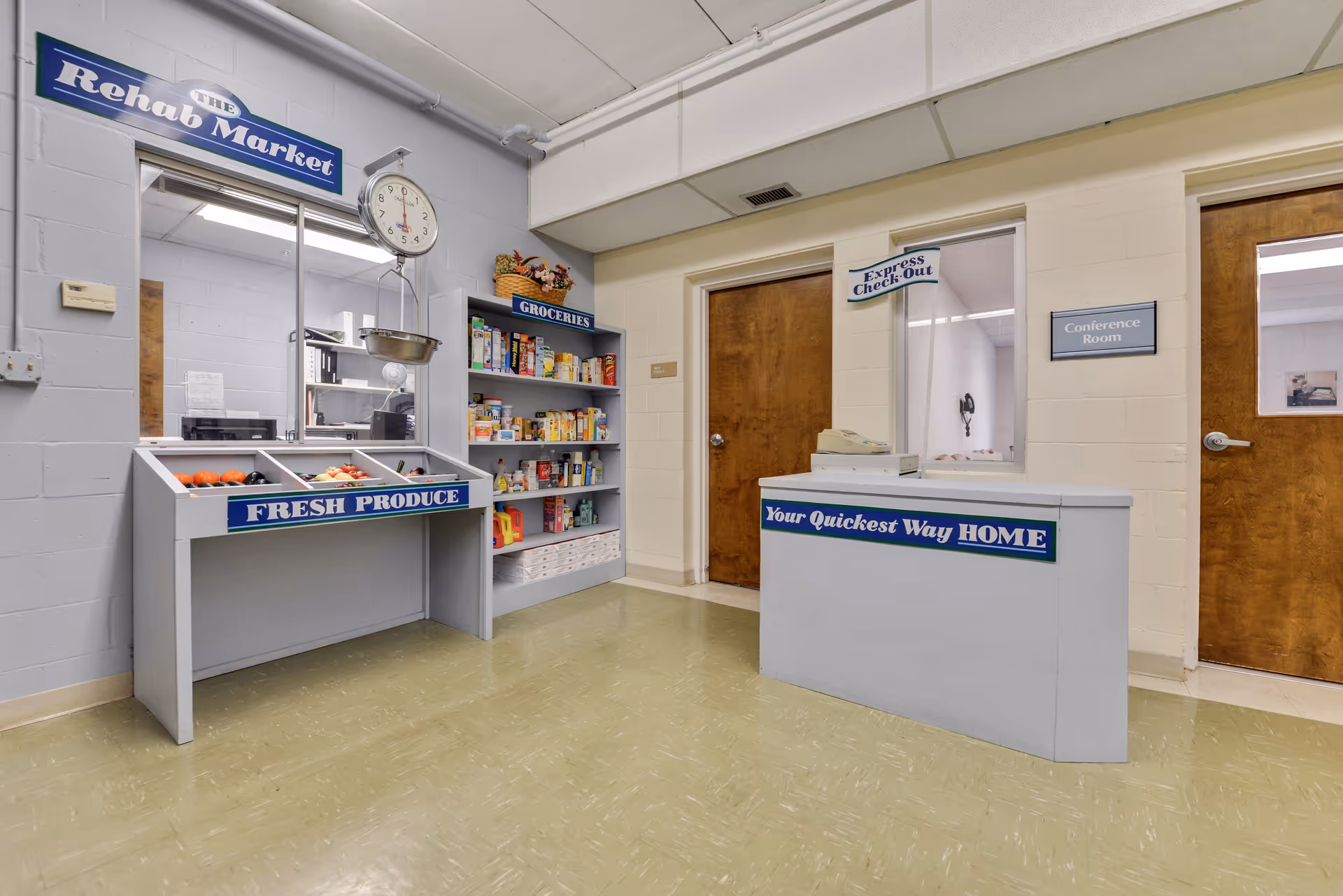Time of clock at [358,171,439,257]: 5:59
